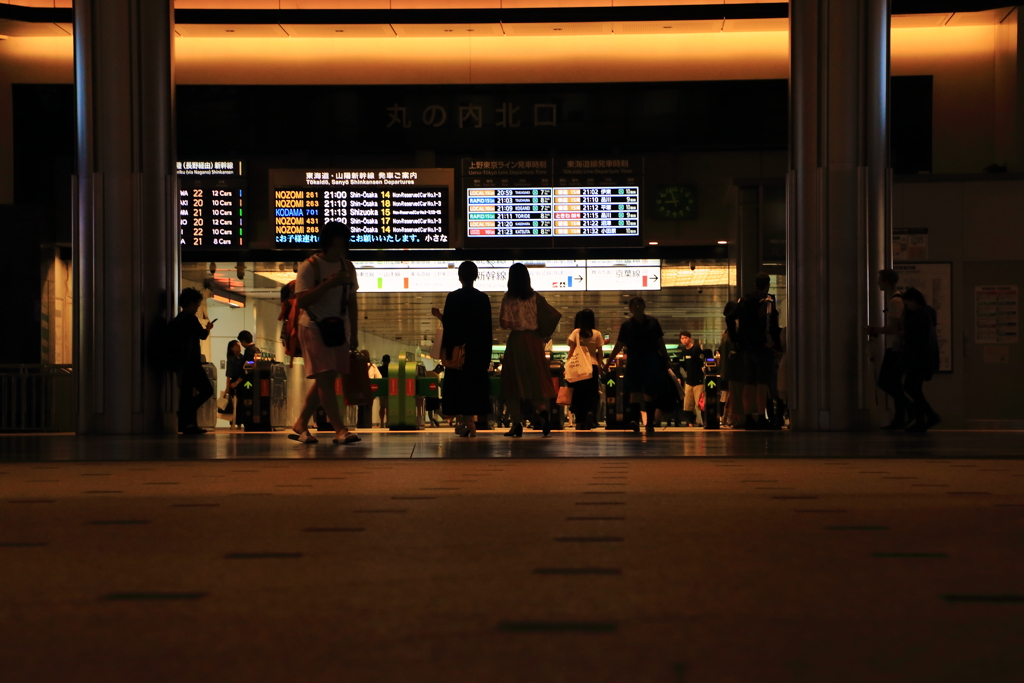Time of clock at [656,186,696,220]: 8:57
